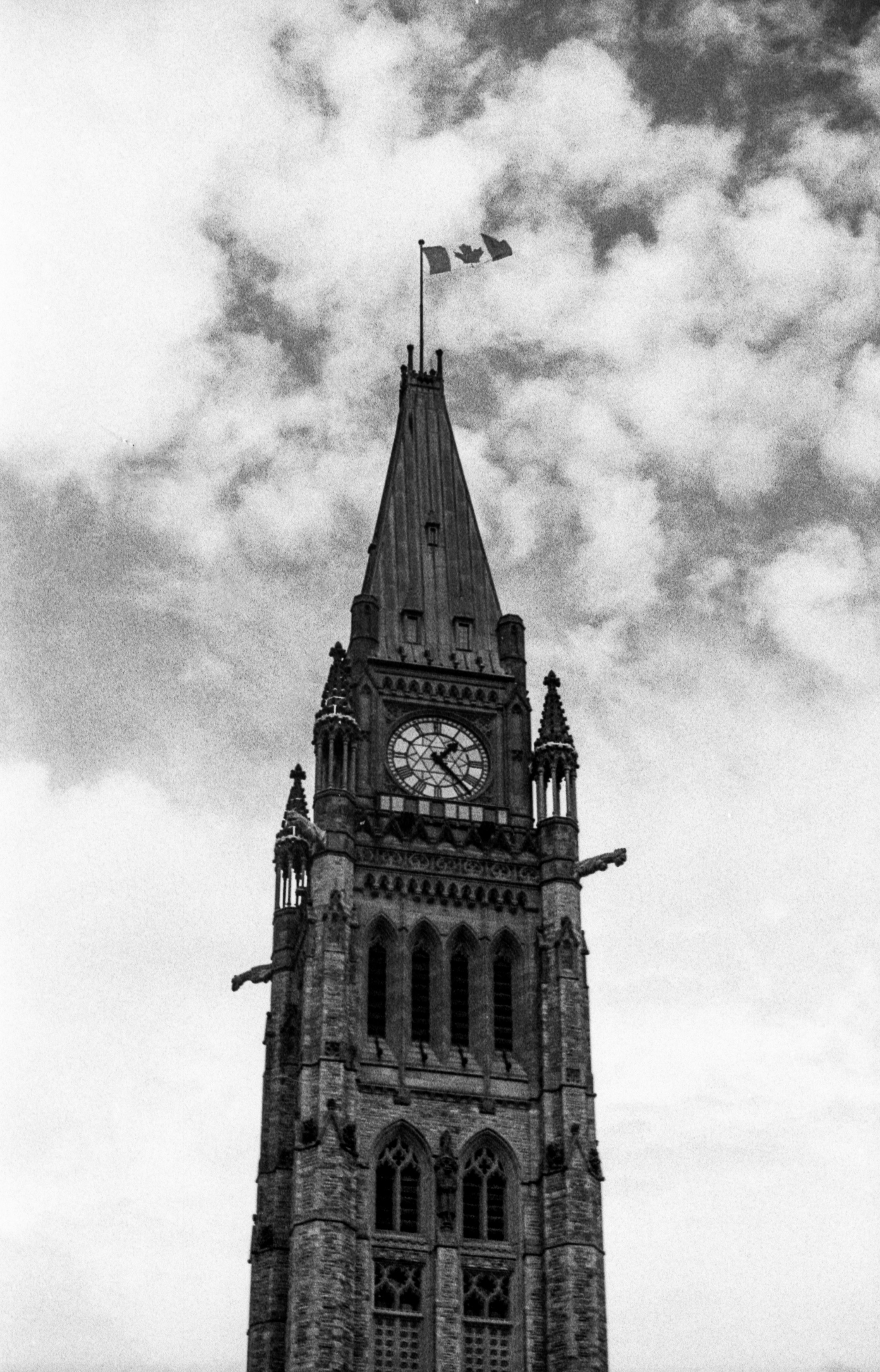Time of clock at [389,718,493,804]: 1:22
